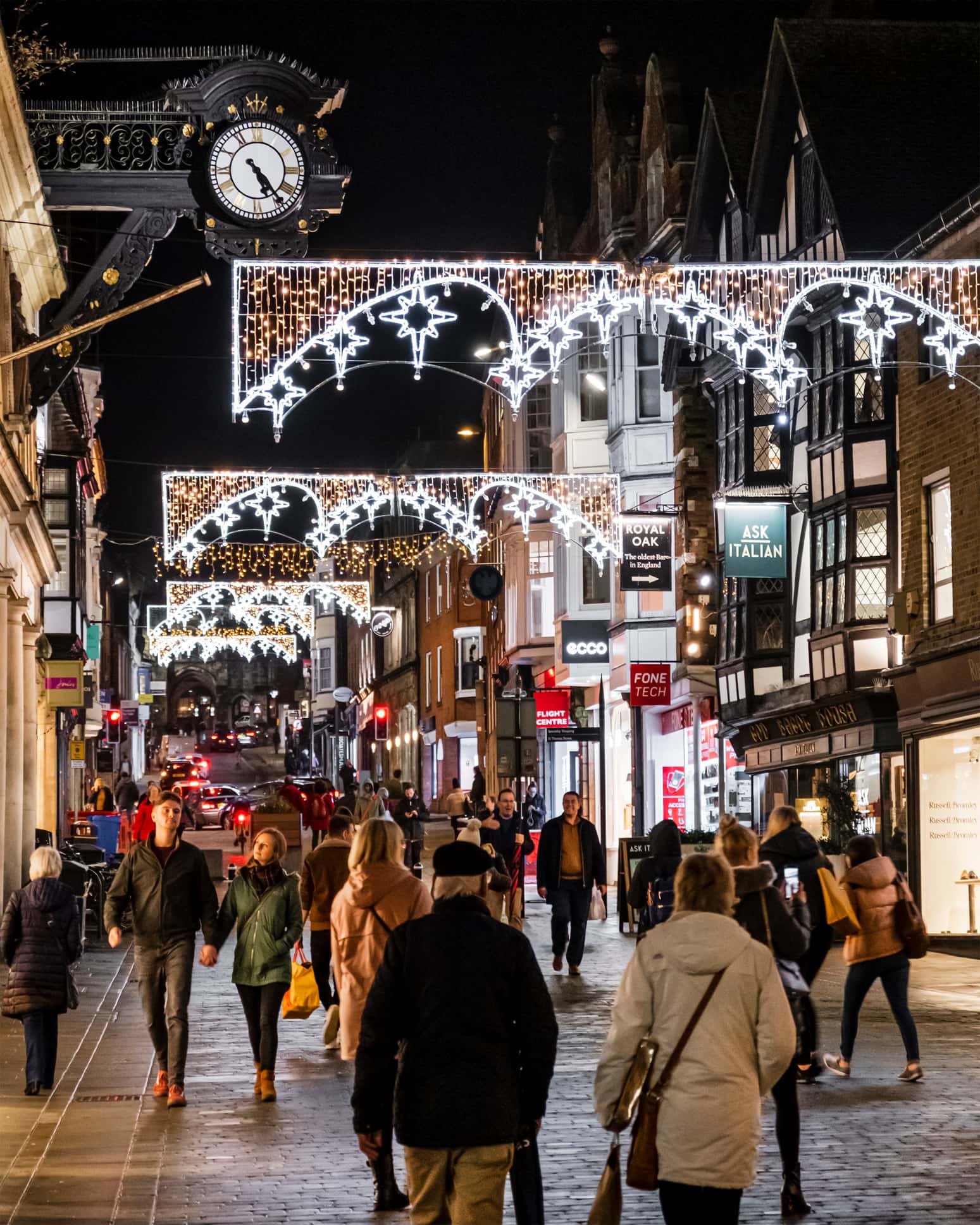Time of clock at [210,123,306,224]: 5:23
